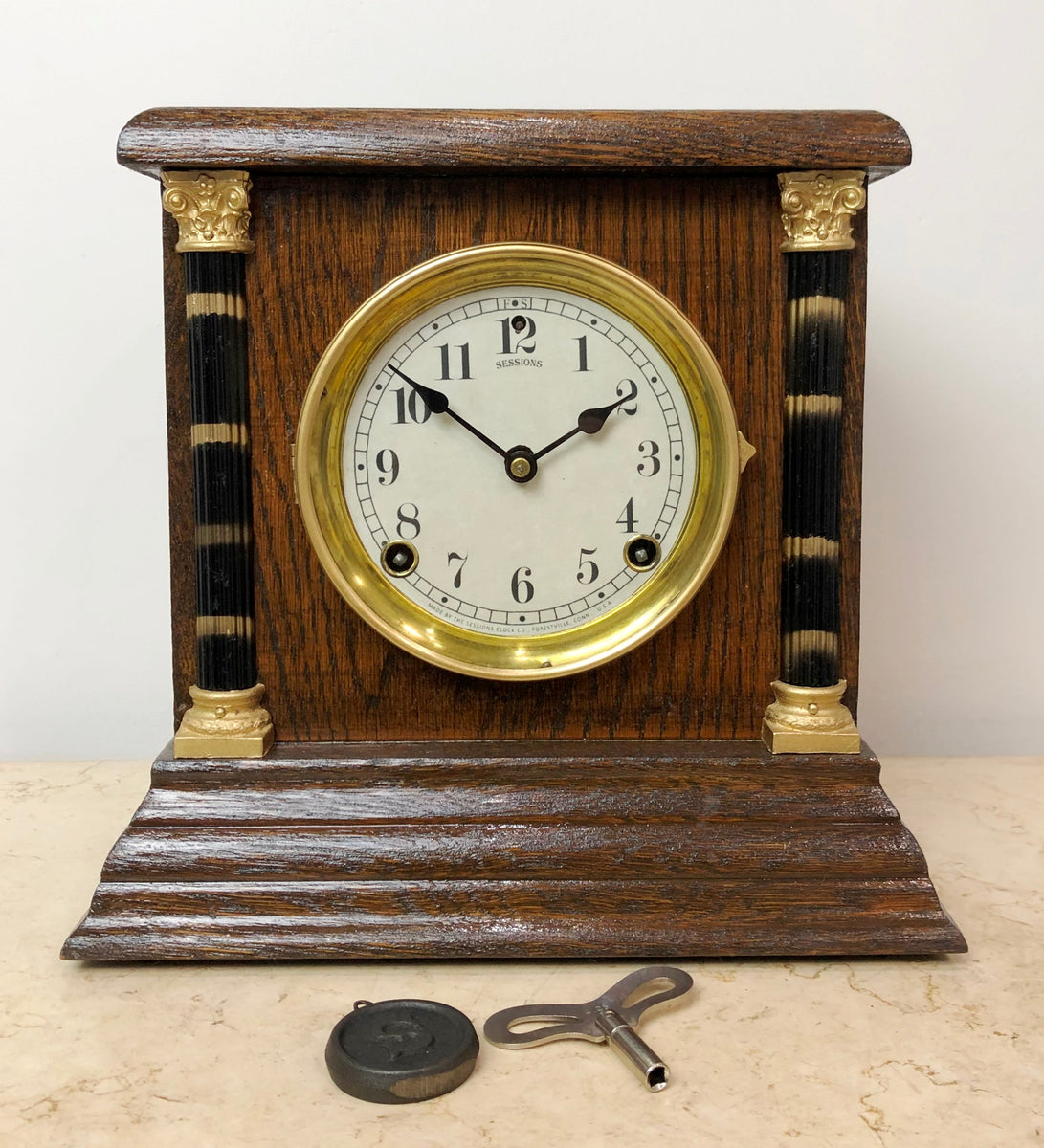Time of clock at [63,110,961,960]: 1:51
